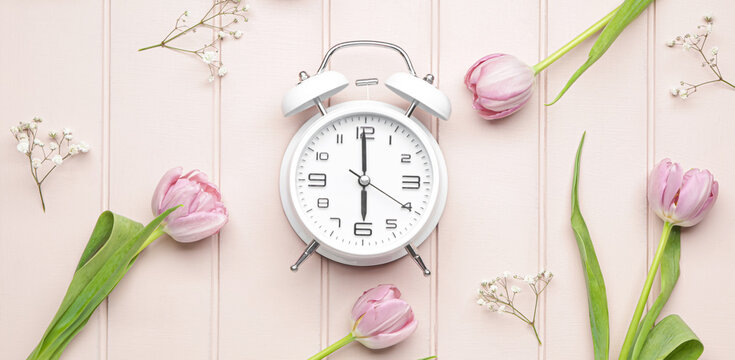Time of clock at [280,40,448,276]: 5:59
